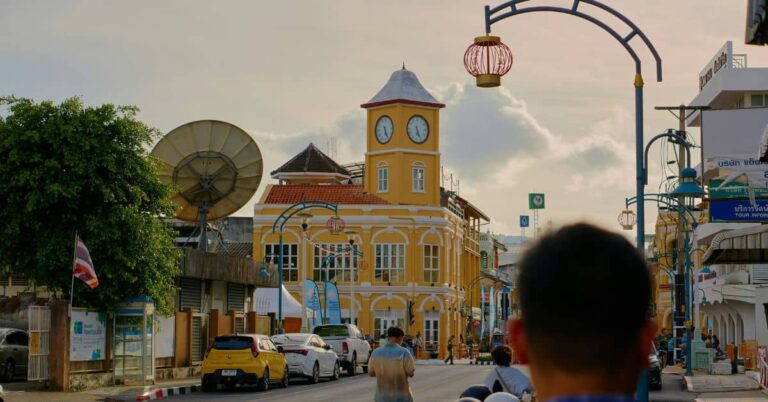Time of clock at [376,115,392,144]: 6:25
